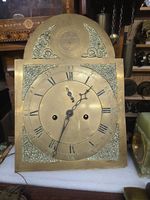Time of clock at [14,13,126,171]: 1:34
